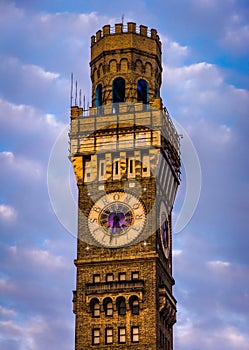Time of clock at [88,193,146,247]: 5:31
